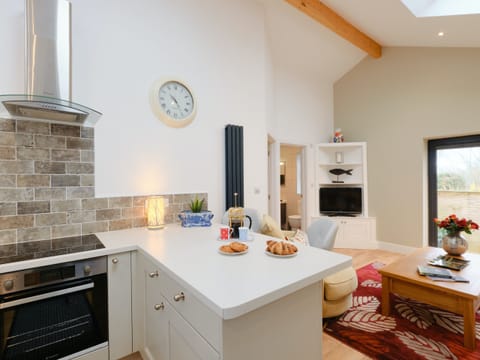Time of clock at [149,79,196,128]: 10:24
